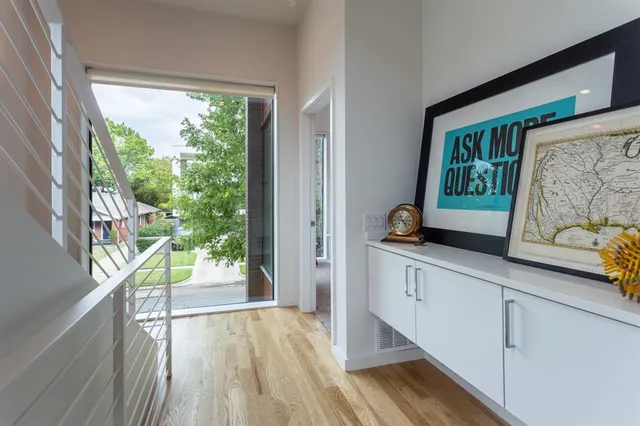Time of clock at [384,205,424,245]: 11:23
